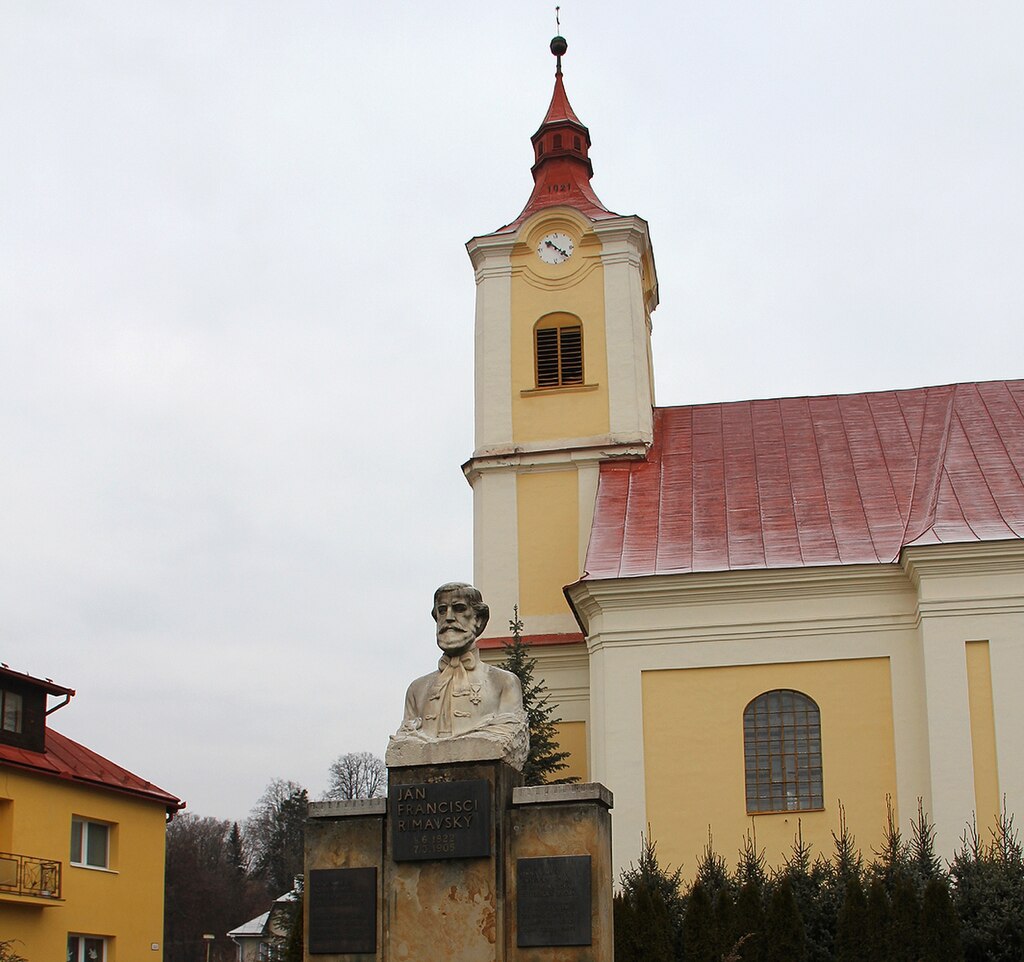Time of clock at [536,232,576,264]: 10:21
